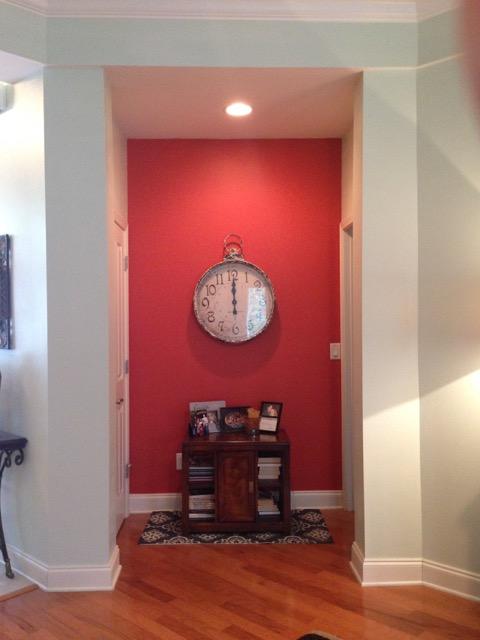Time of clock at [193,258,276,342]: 12:00
